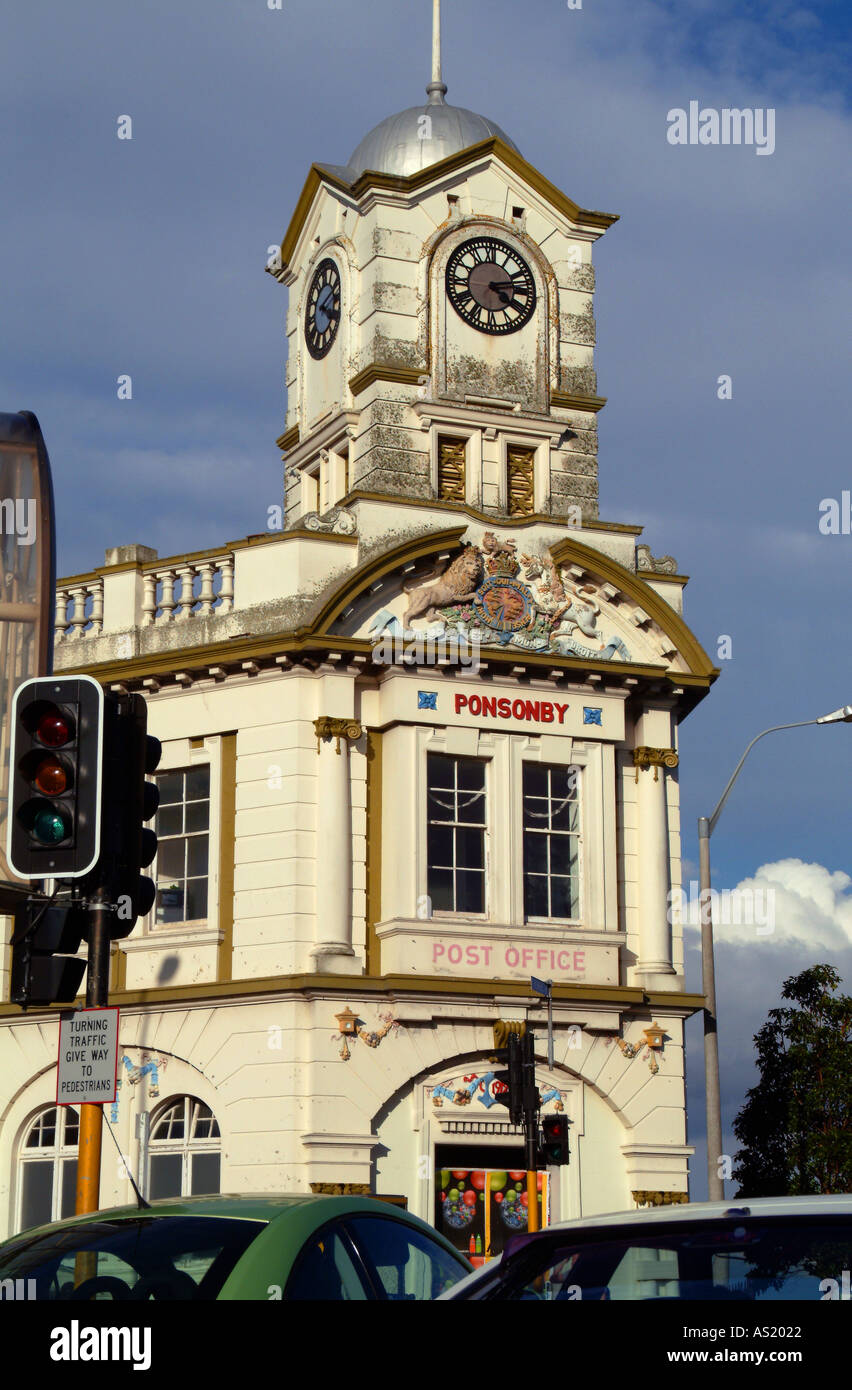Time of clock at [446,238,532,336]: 4:12
